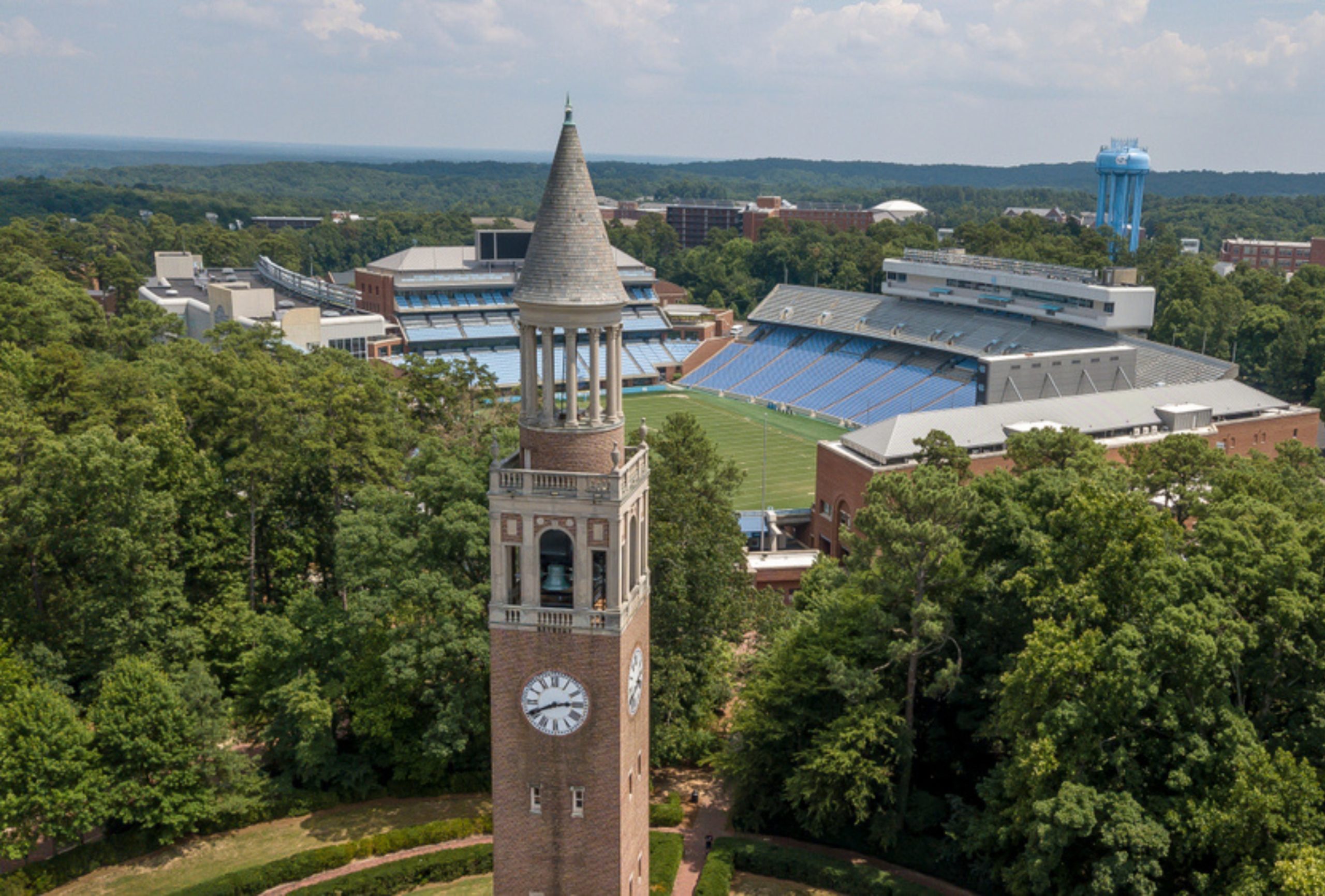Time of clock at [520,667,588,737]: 2:40
